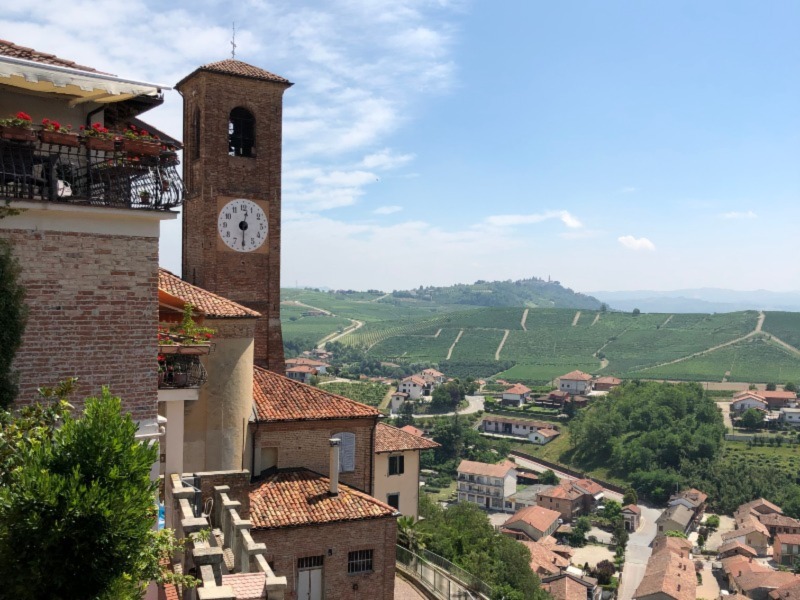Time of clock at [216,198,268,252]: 12:30
